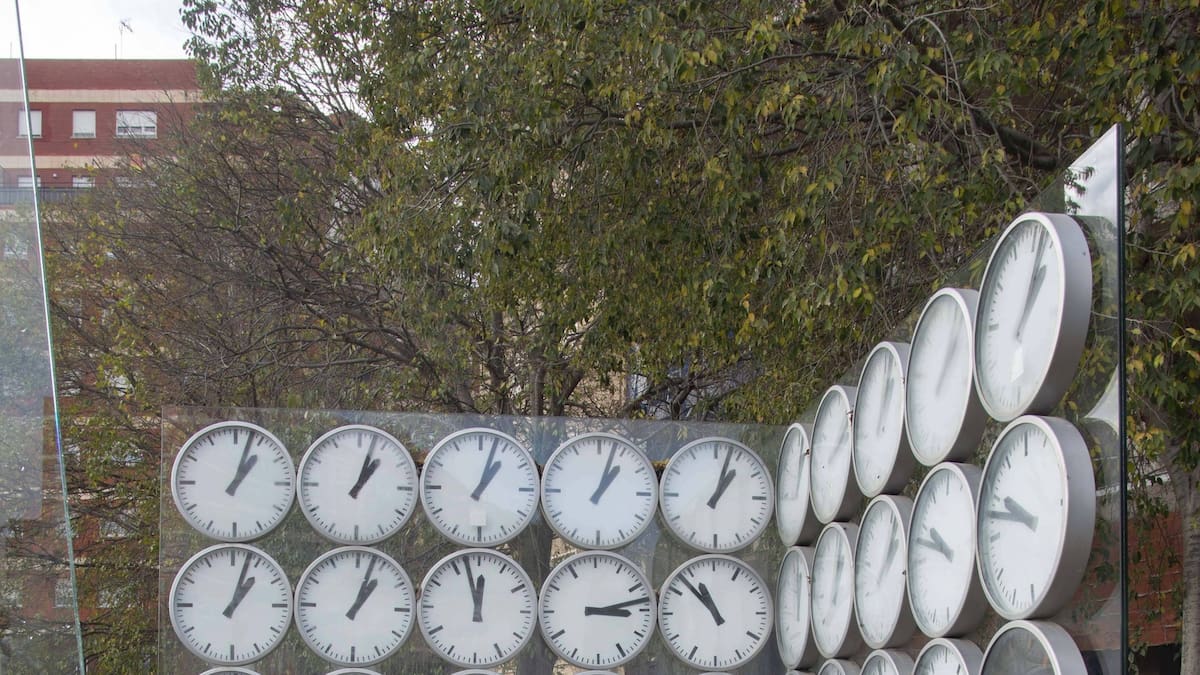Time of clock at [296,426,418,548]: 1:02
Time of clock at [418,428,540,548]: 1:03
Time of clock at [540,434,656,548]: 1:03
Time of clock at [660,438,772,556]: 1:03
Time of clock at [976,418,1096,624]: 9:47
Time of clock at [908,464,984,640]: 9:47
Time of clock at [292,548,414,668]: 1:03
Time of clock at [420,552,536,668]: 11:57
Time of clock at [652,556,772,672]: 10:52
